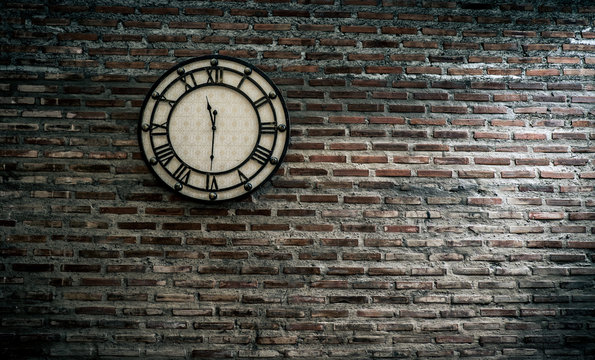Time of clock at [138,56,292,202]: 11:30
